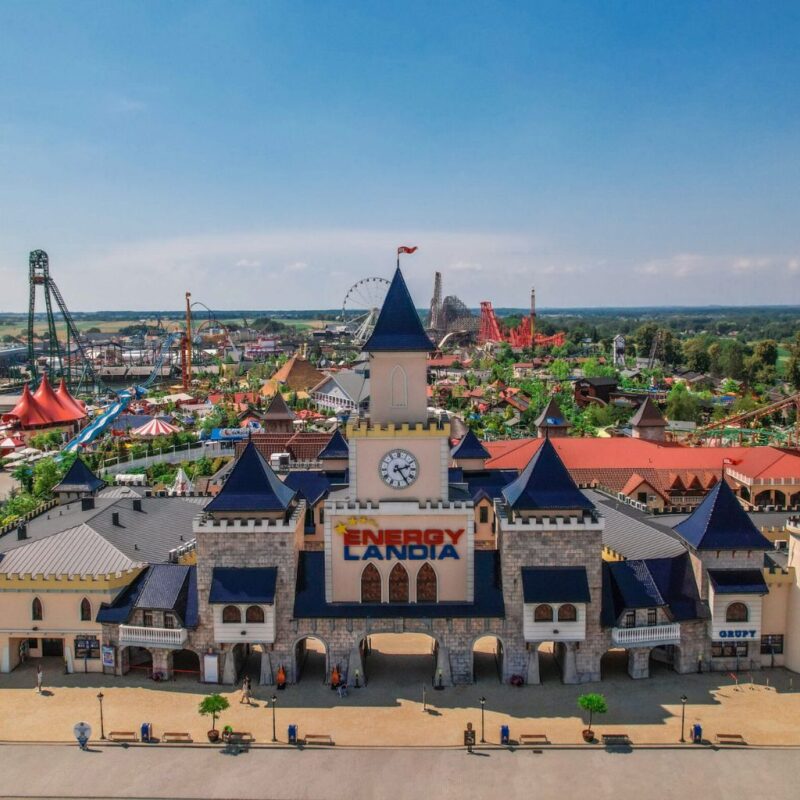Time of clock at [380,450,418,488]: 2:24
